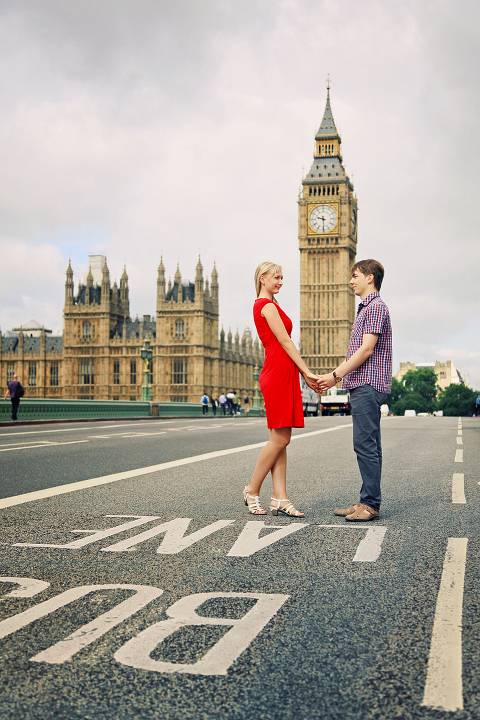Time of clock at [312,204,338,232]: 9:29
